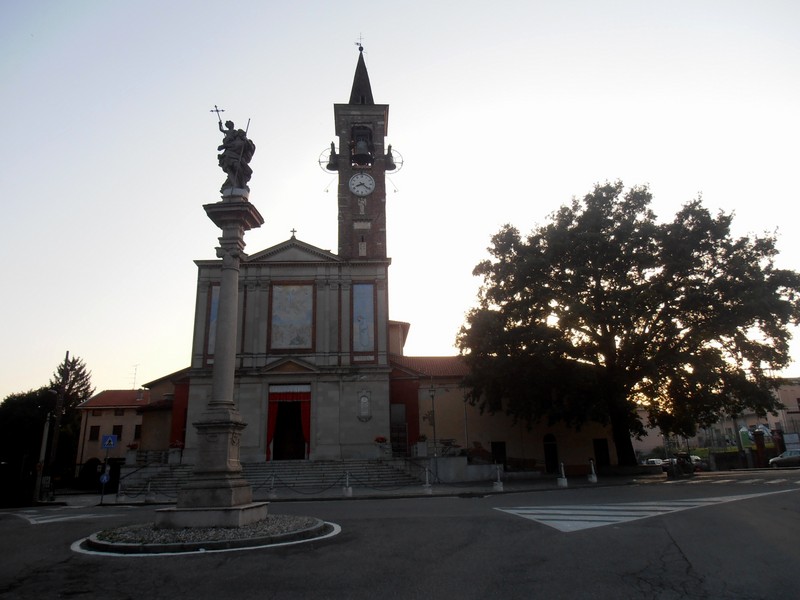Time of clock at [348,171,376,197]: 8:21
